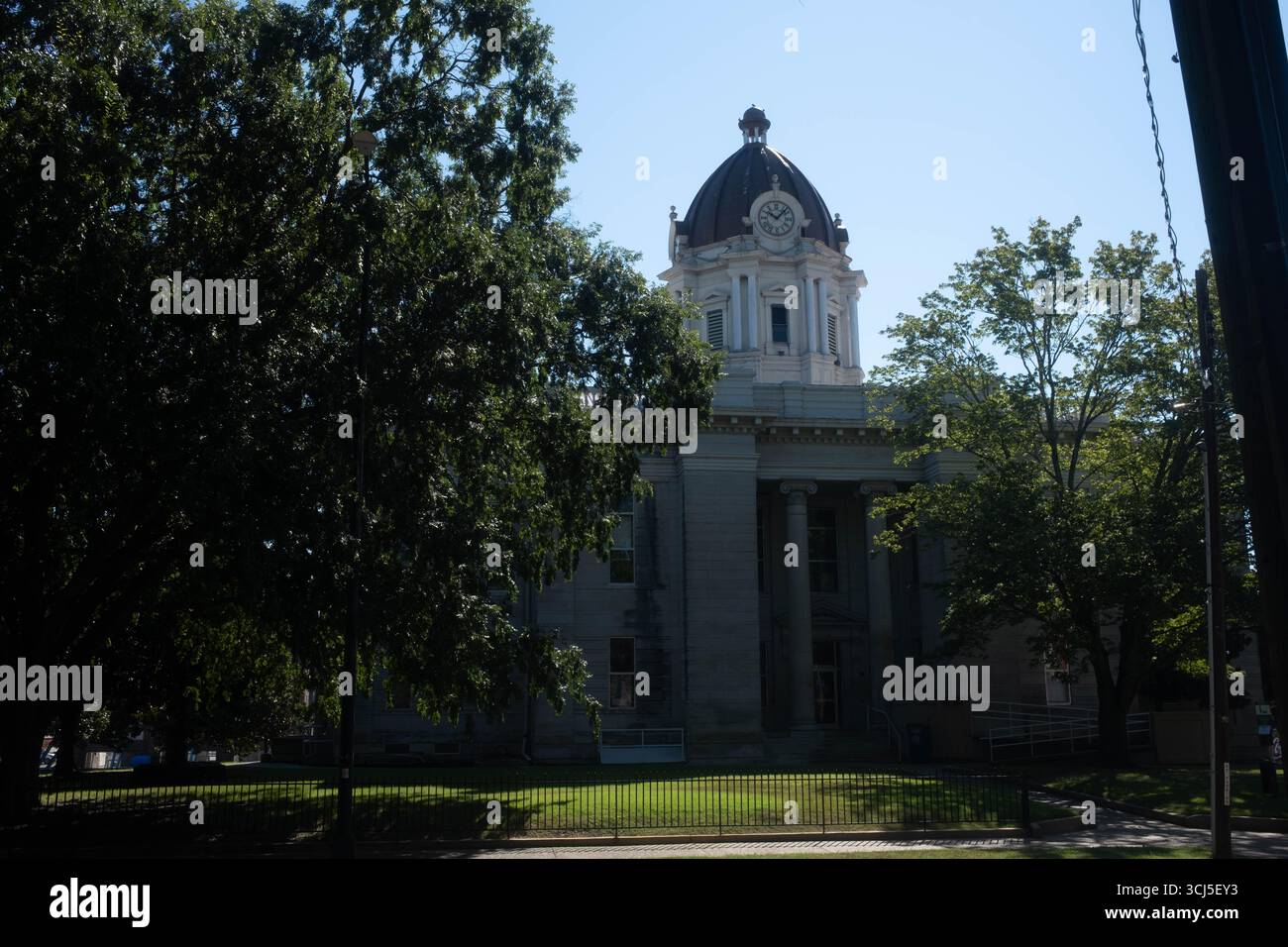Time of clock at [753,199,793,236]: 10:07
